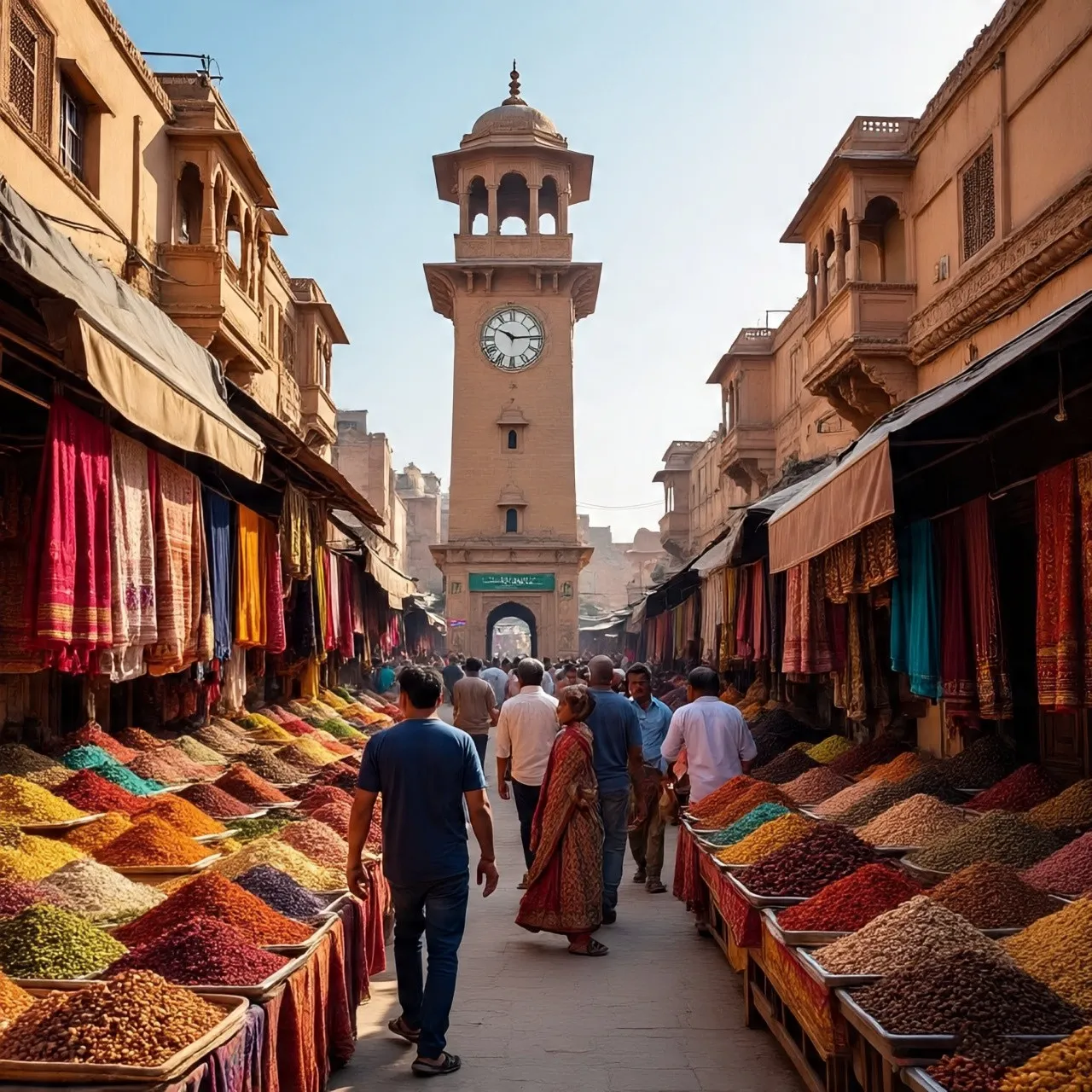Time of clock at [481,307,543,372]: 10:14
